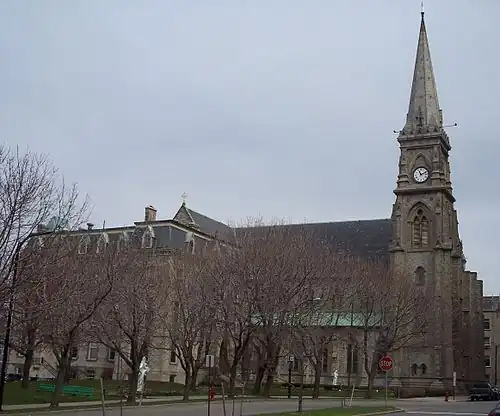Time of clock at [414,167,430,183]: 11:11
